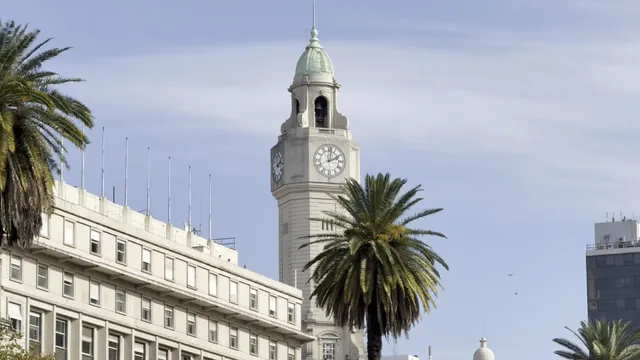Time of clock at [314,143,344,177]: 2:01
